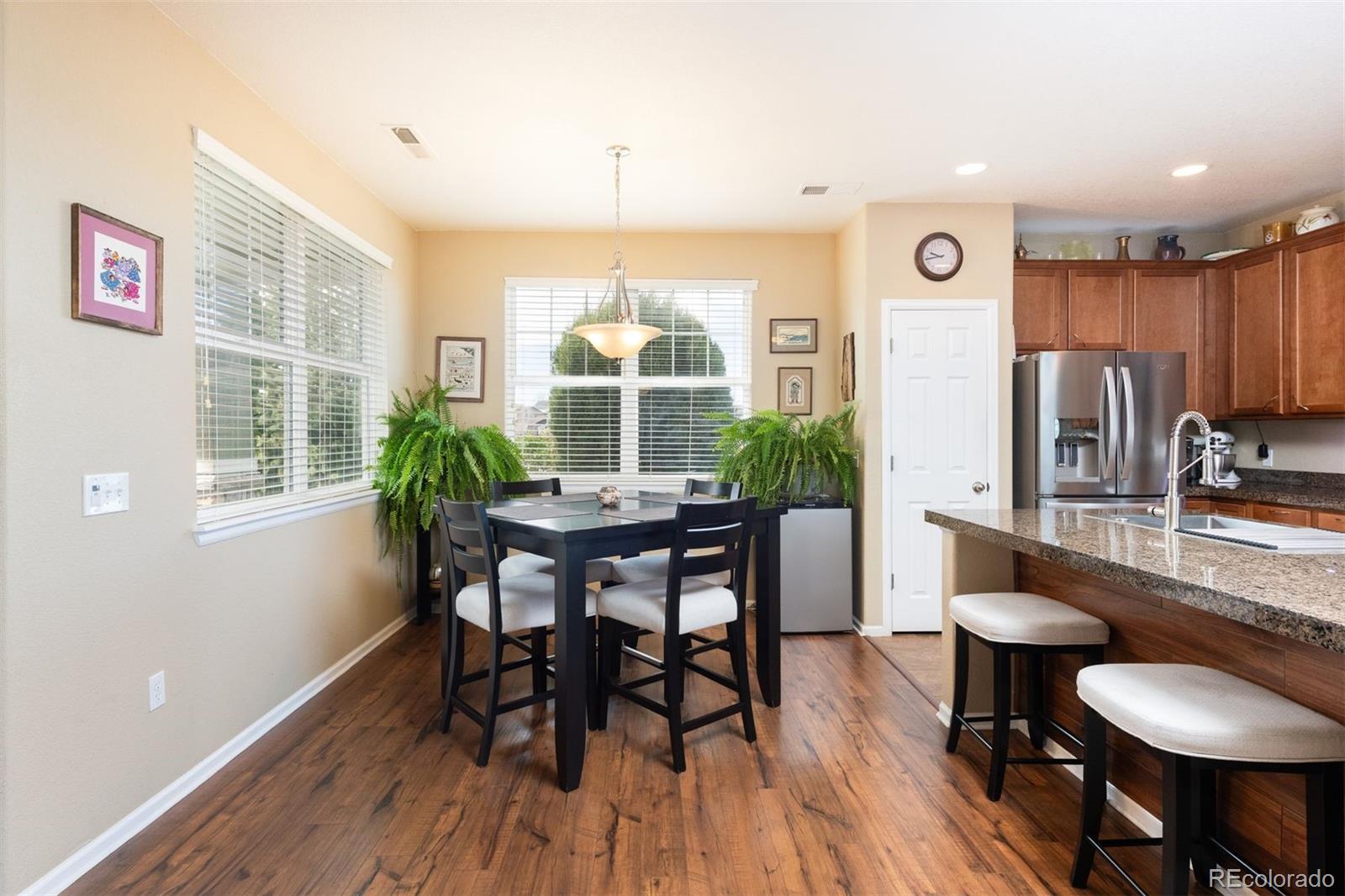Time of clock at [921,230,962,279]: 9:42
